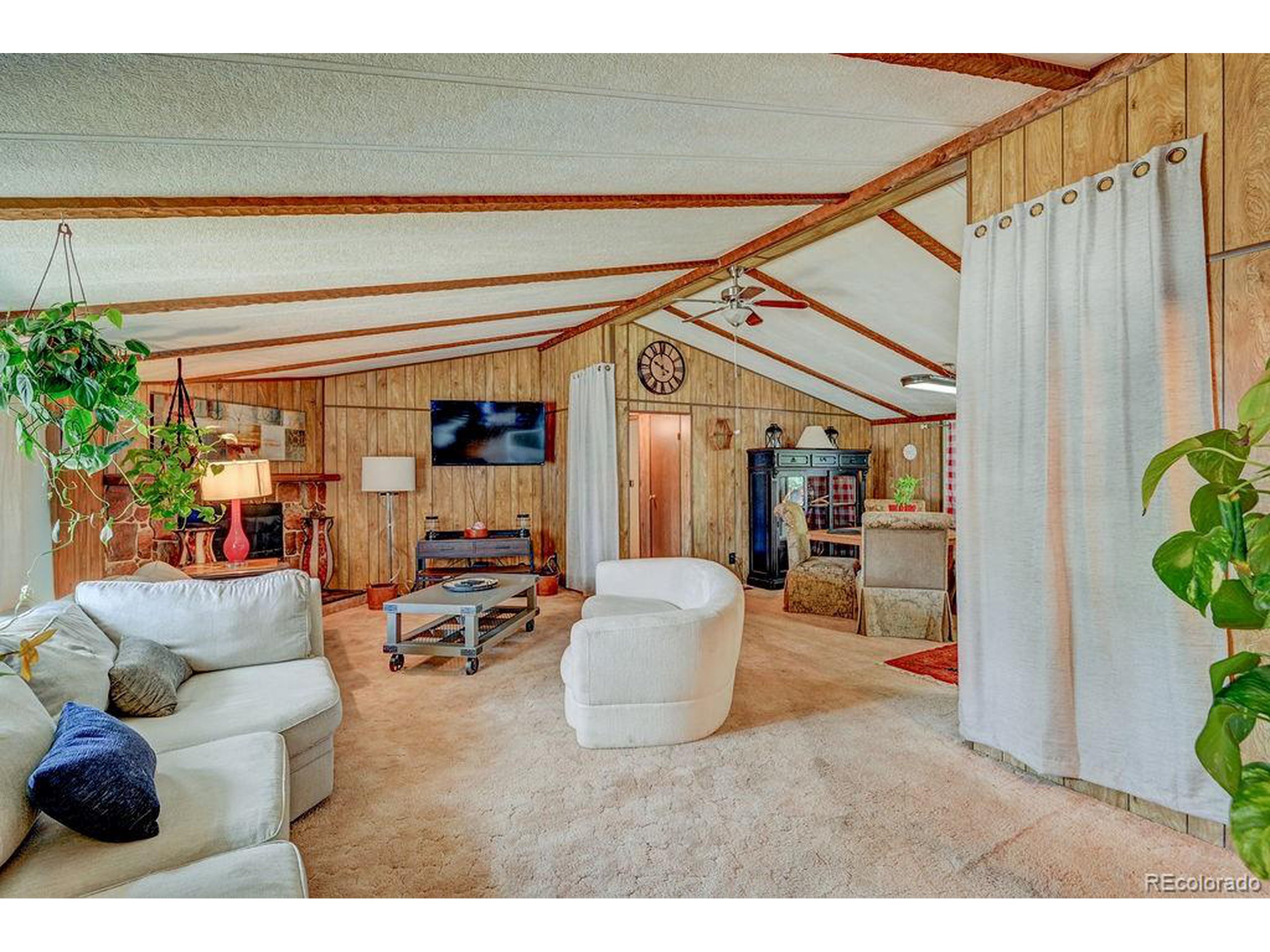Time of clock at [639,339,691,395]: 3:49
